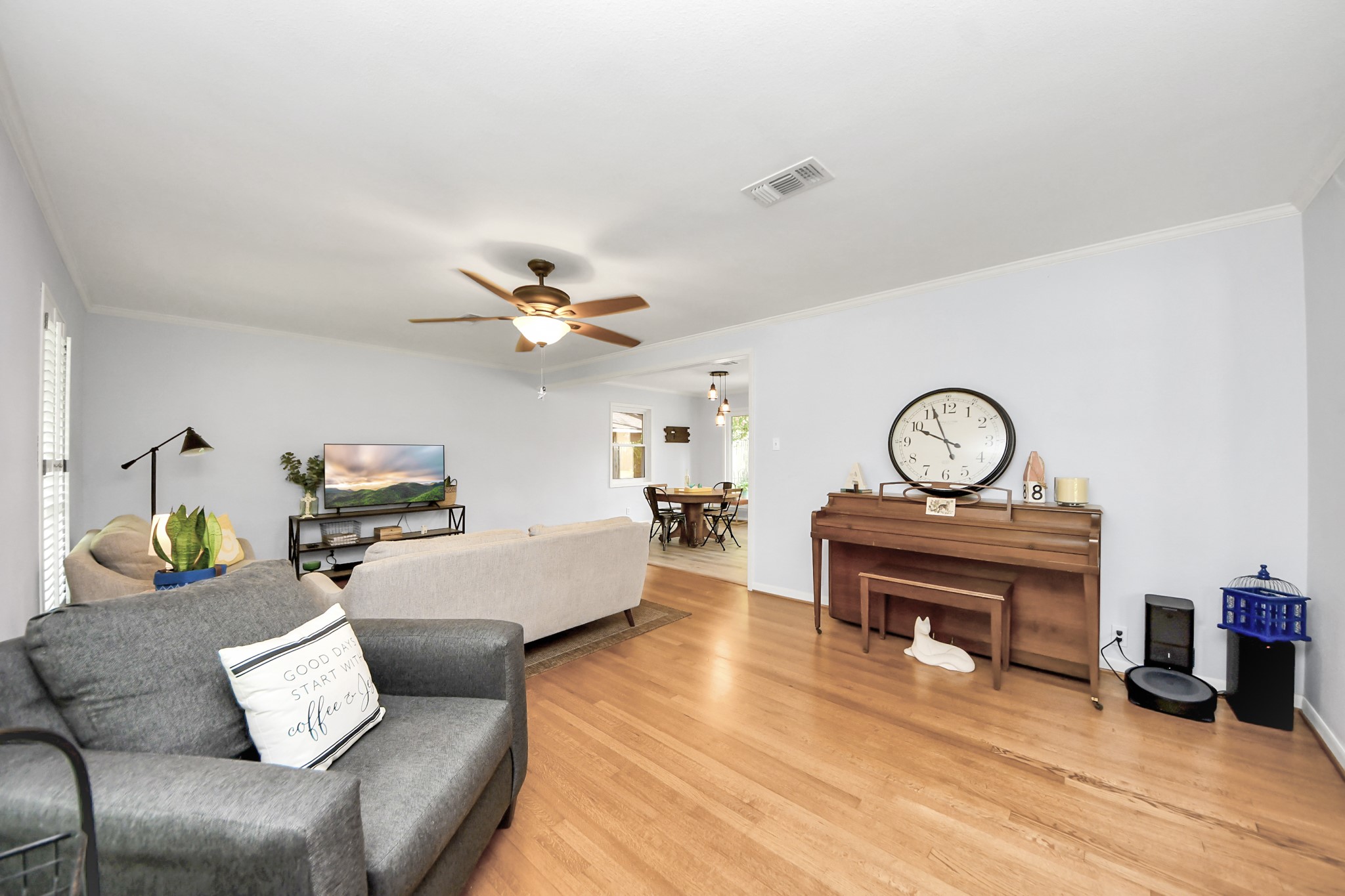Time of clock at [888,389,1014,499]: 9:56
